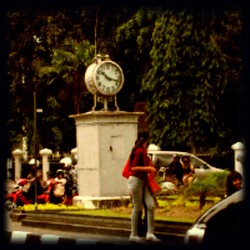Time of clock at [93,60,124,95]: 10:17
